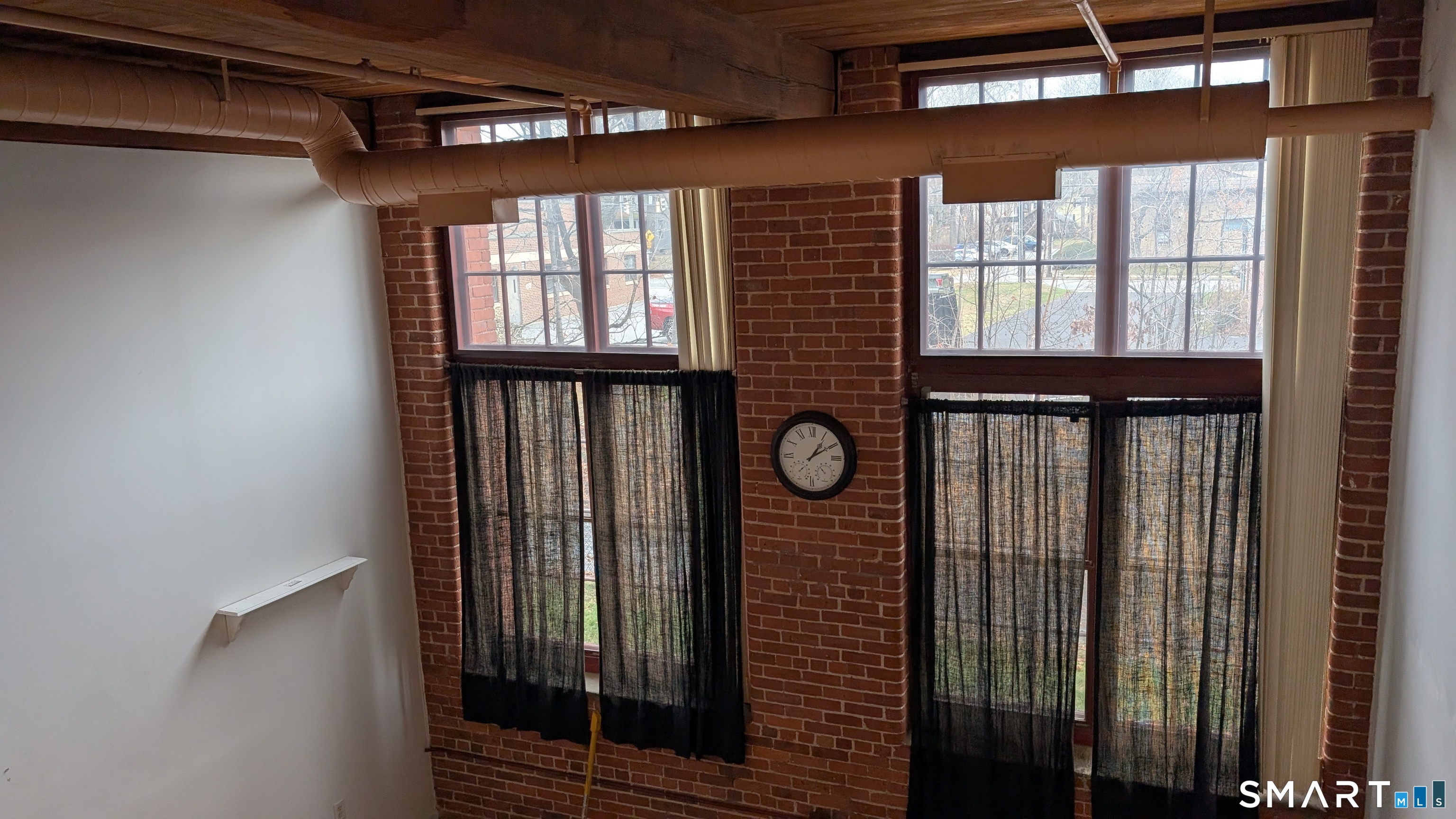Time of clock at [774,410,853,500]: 1:09
